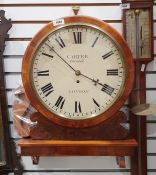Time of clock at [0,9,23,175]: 3:51
